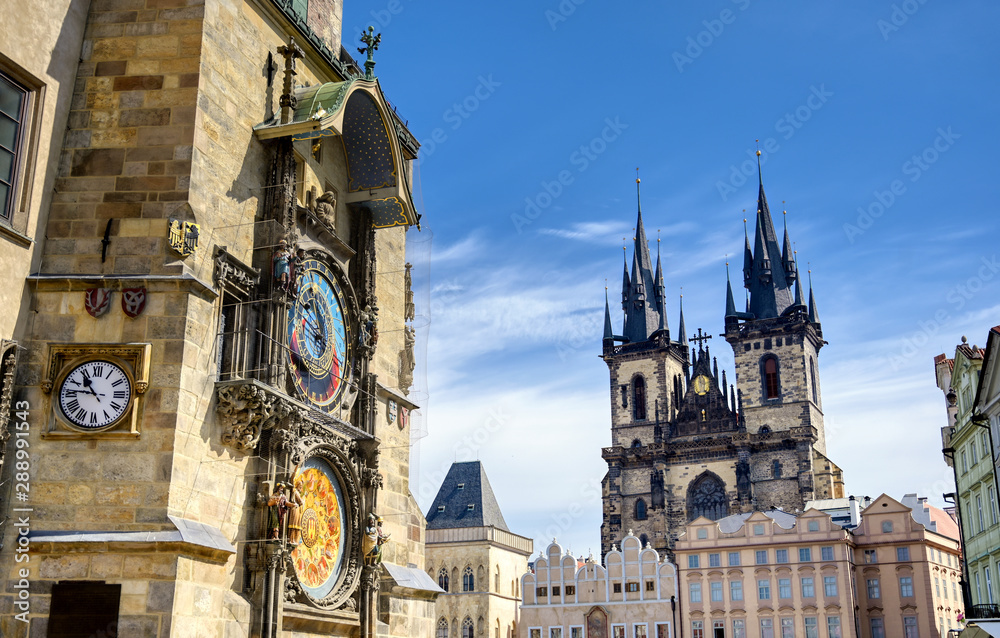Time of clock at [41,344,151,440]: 10:45
